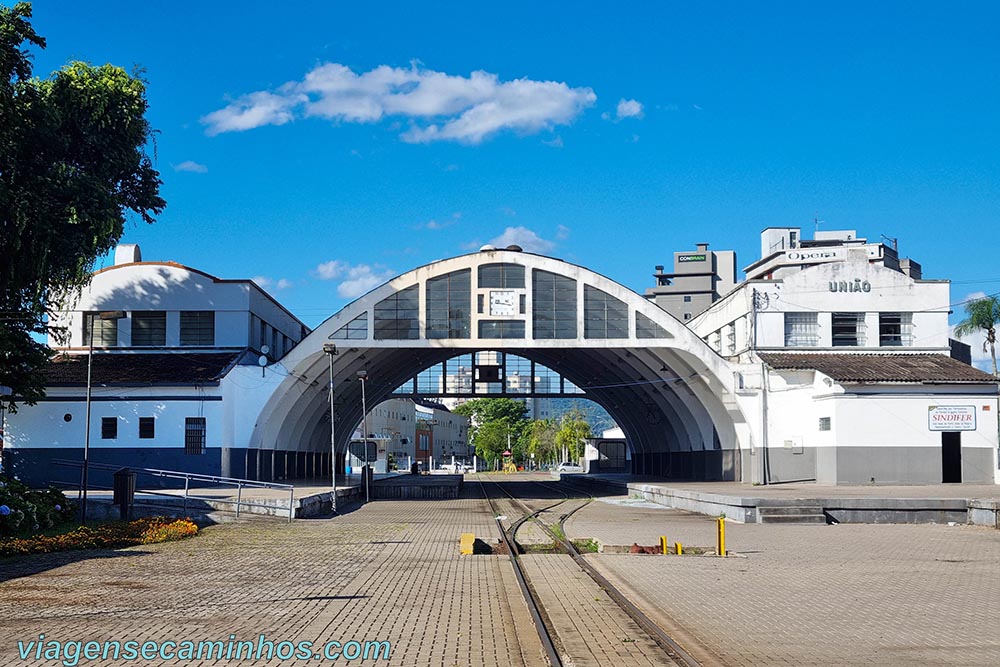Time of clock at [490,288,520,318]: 9:17
